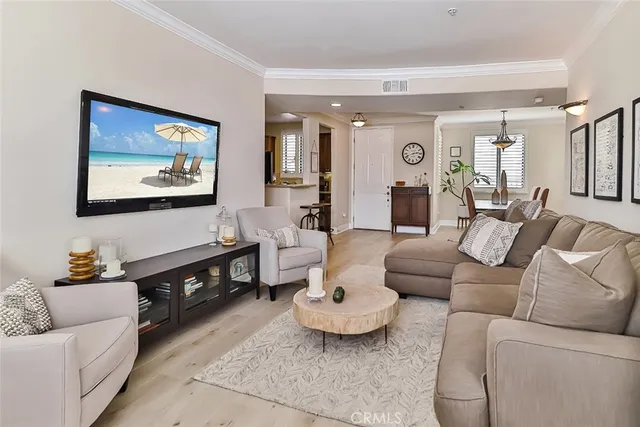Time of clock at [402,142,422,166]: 2:41
